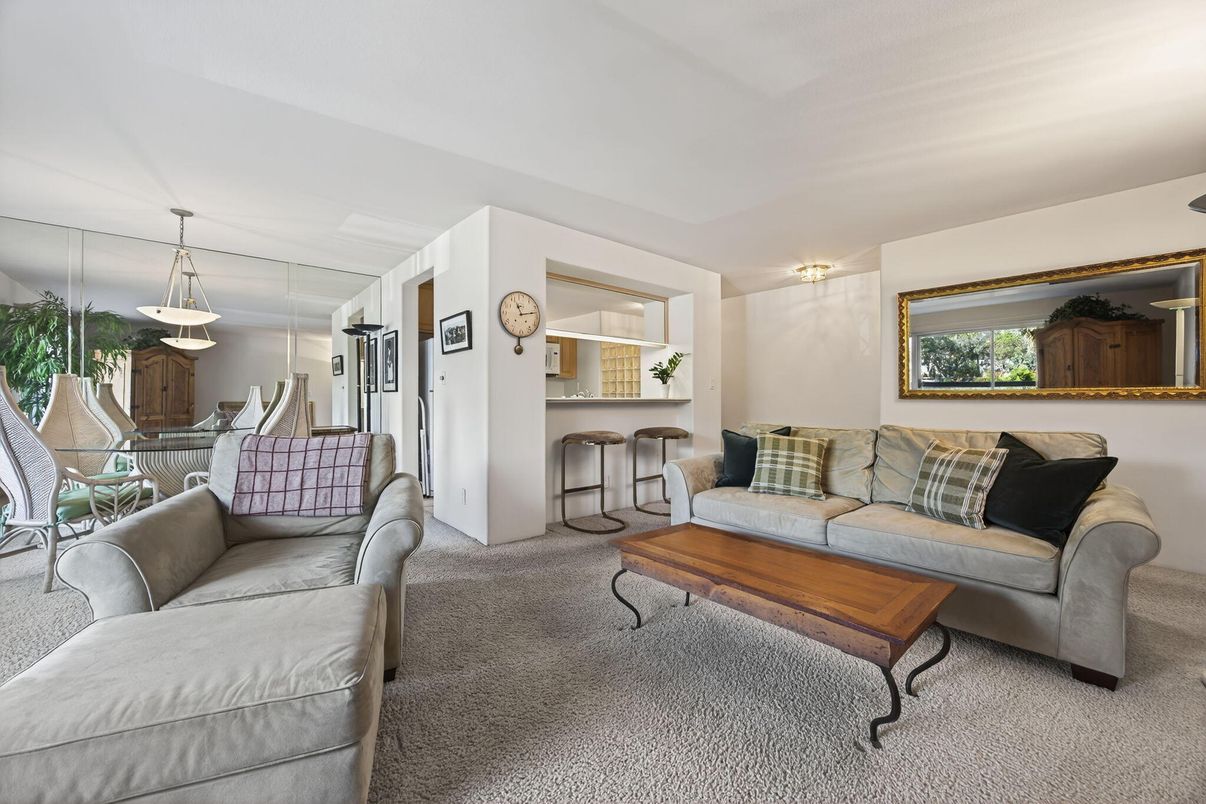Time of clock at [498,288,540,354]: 11:13
